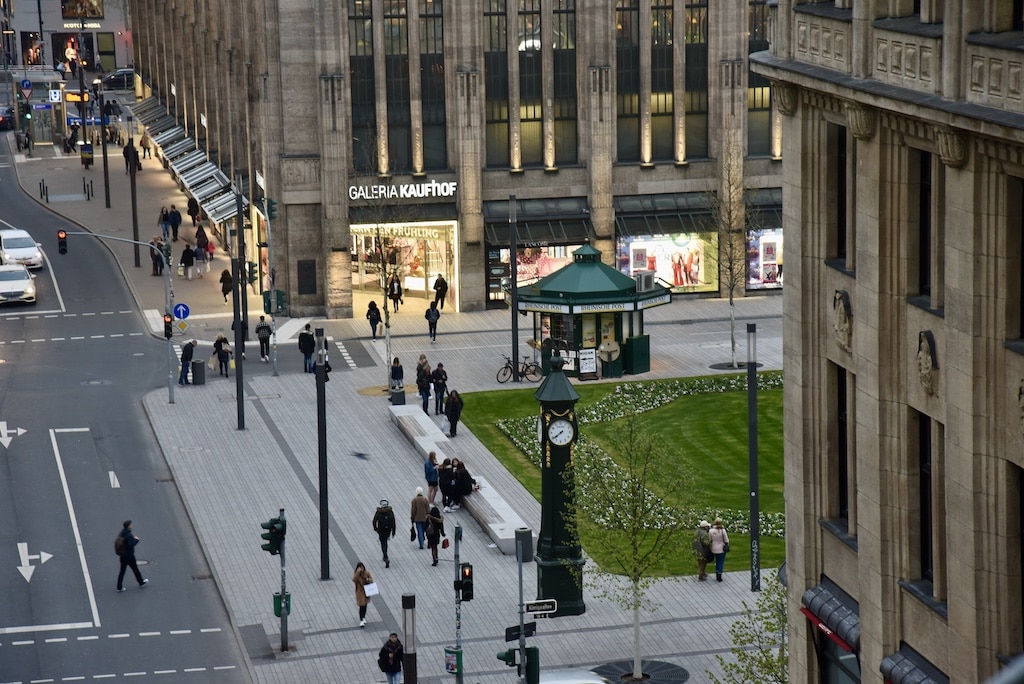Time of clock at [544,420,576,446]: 7:39
